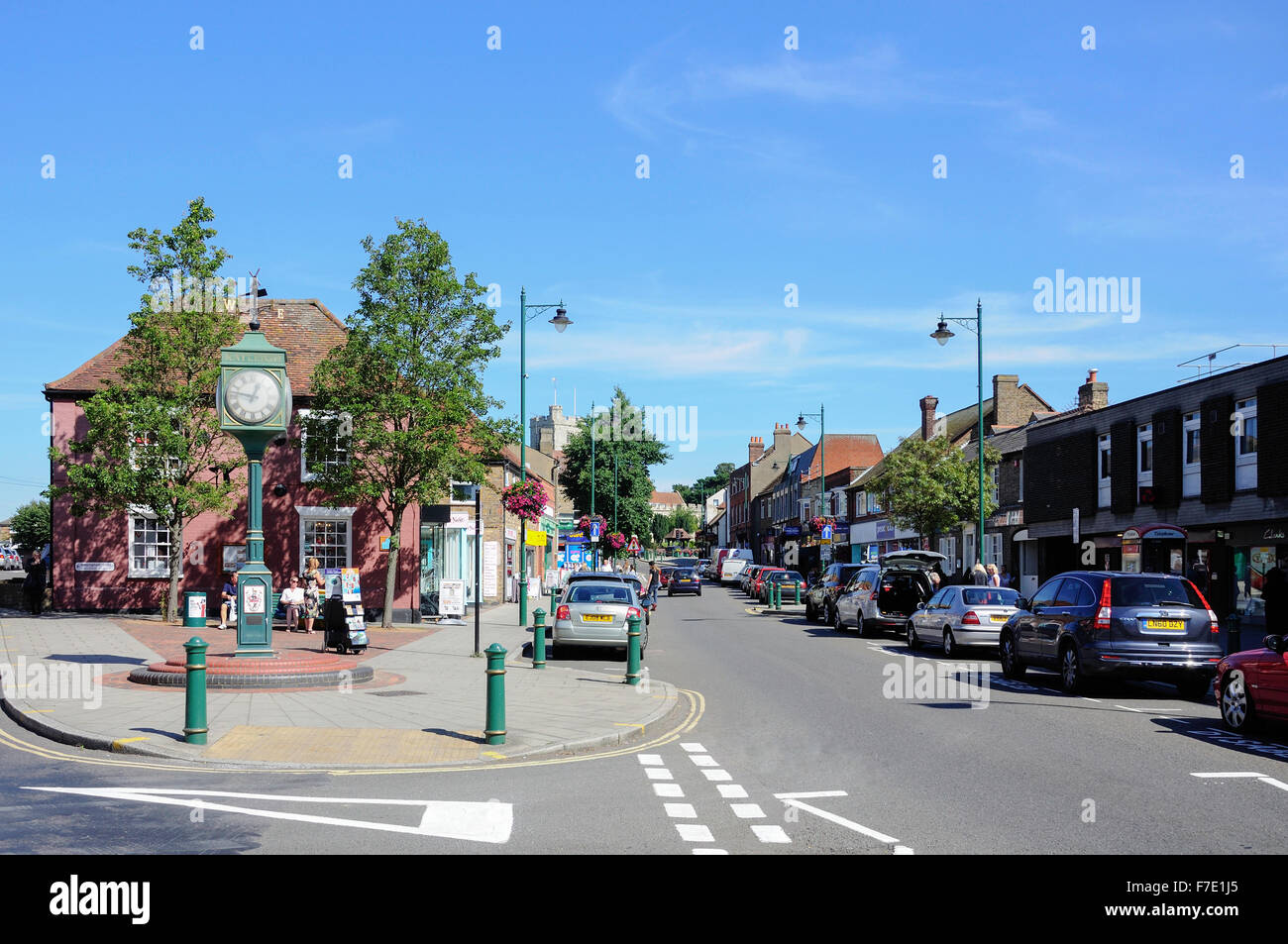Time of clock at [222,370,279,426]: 12:47
